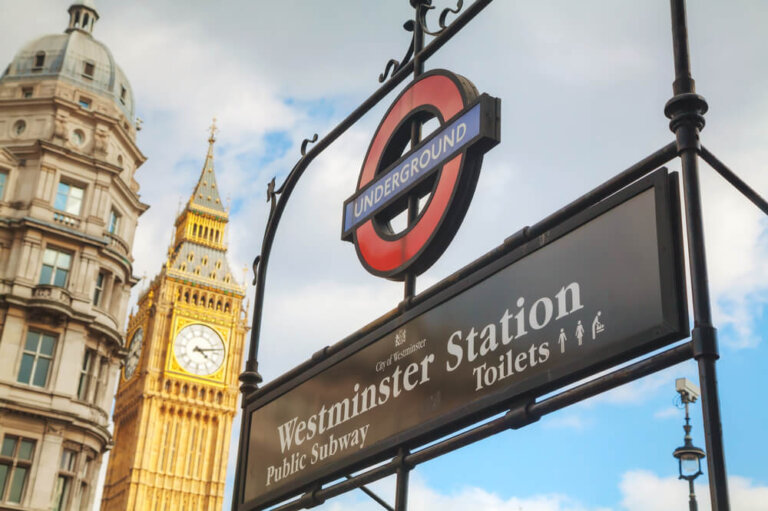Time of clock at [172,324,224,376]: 4:12
